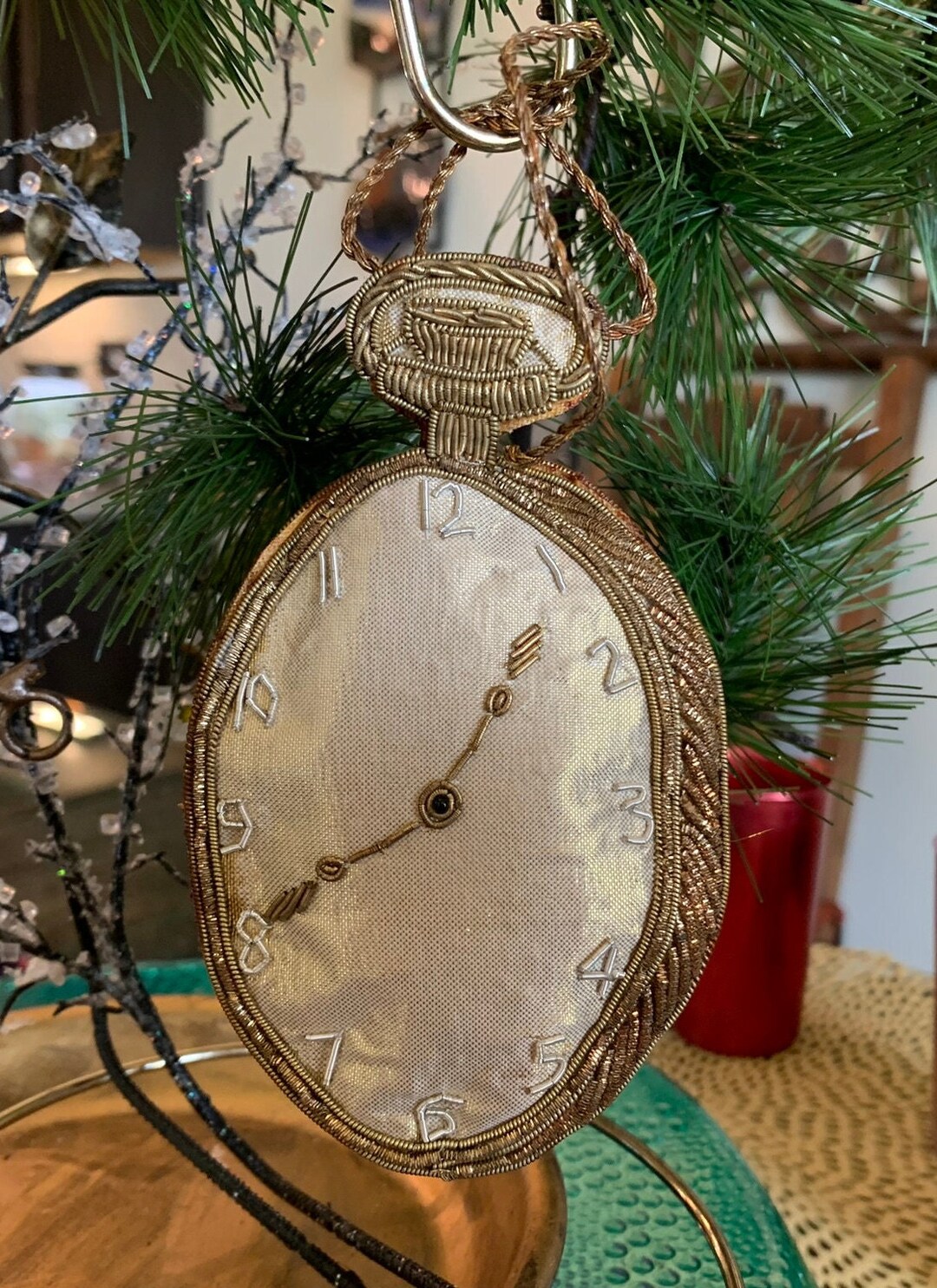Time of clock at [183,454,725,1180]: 8:06
